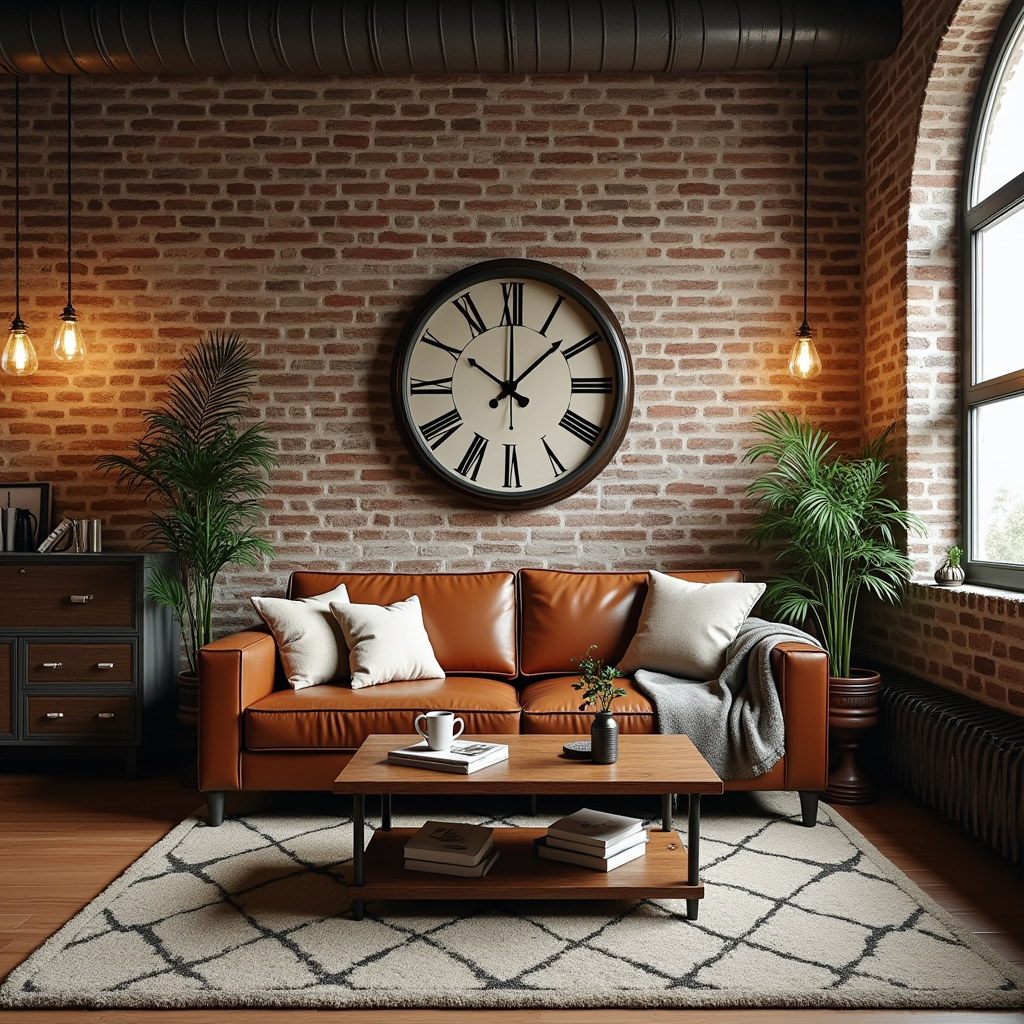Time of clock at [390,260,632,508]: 10:07
